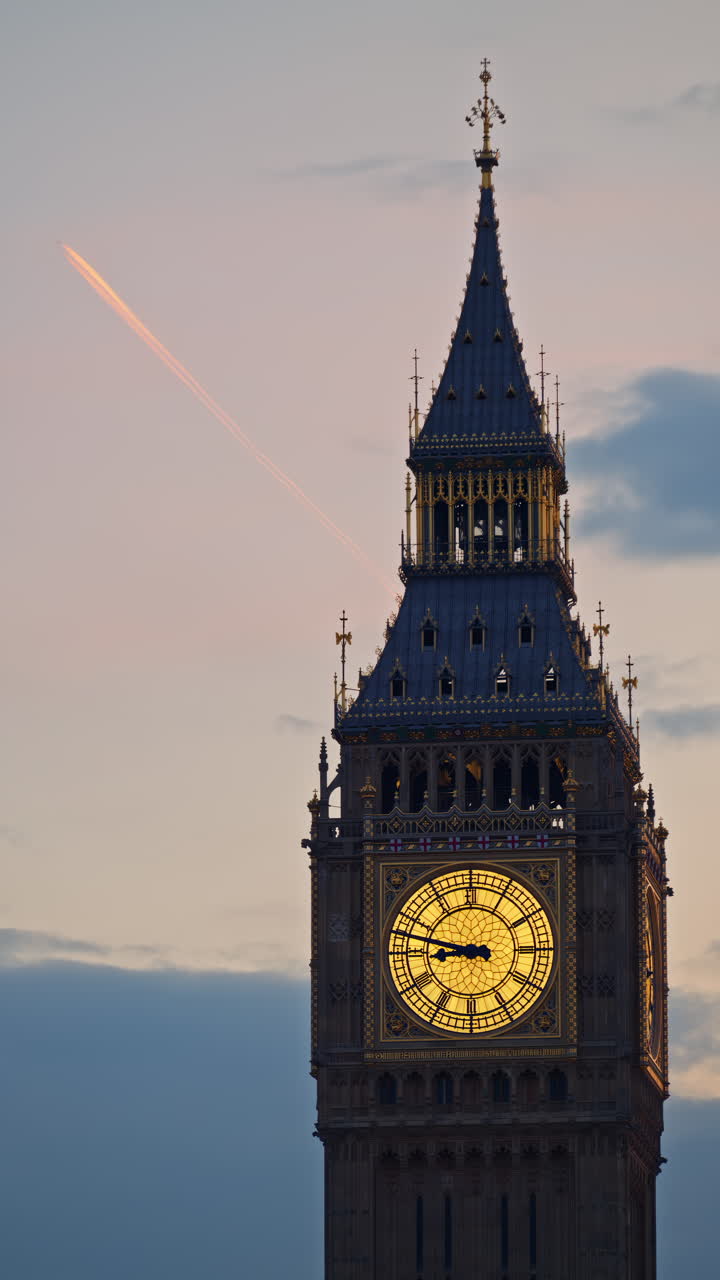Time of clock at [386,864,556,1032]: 8:47
